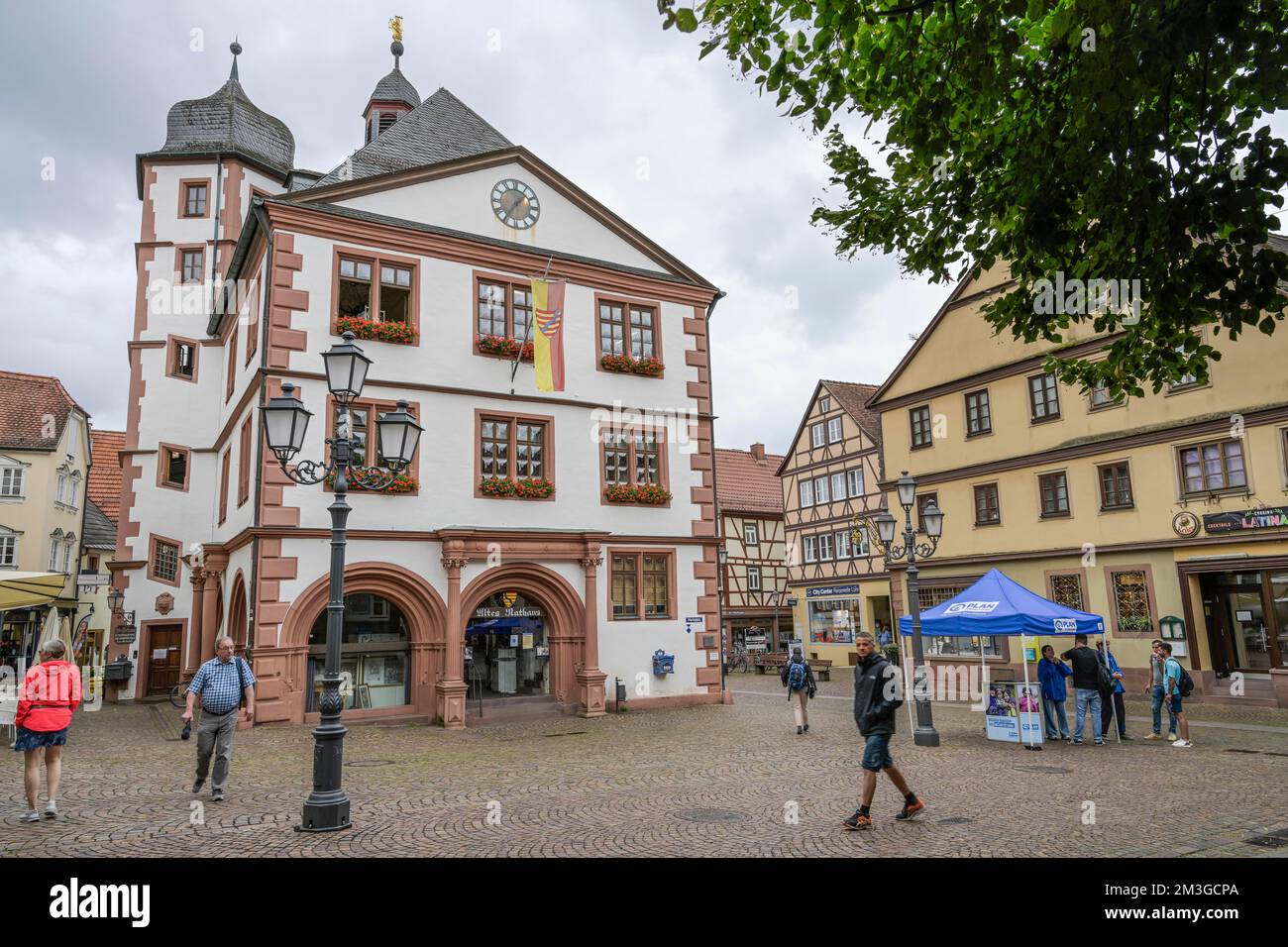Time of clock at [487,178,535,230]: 1:36
